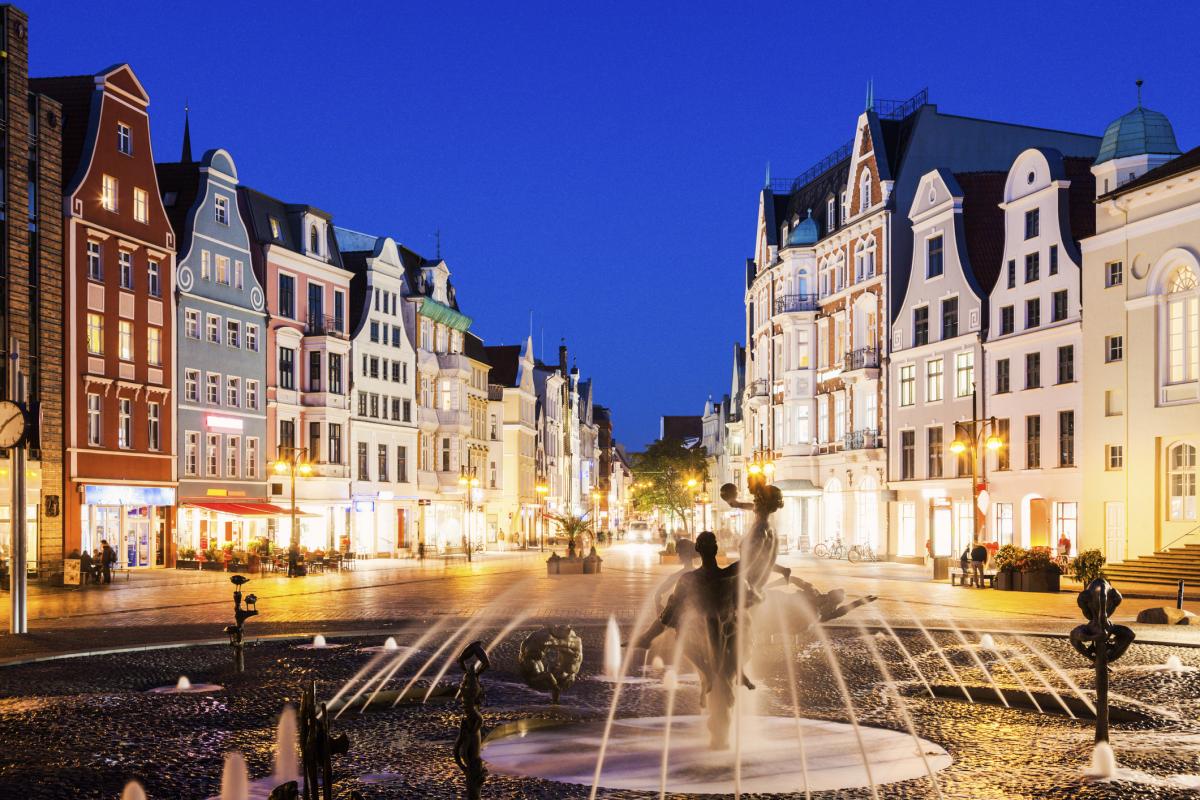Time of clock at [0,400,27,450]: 7:09
